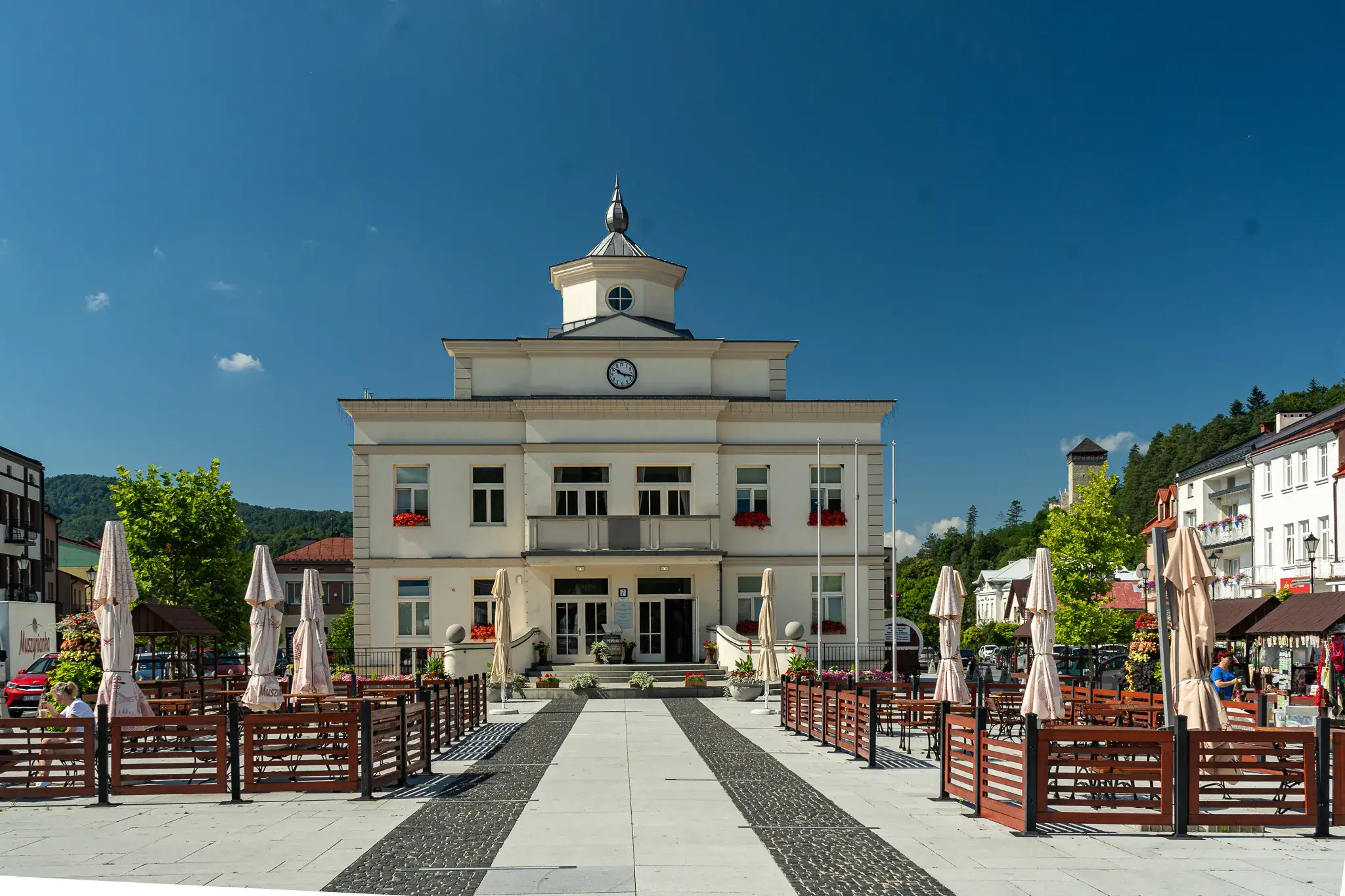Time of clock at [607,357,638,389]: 10:17
